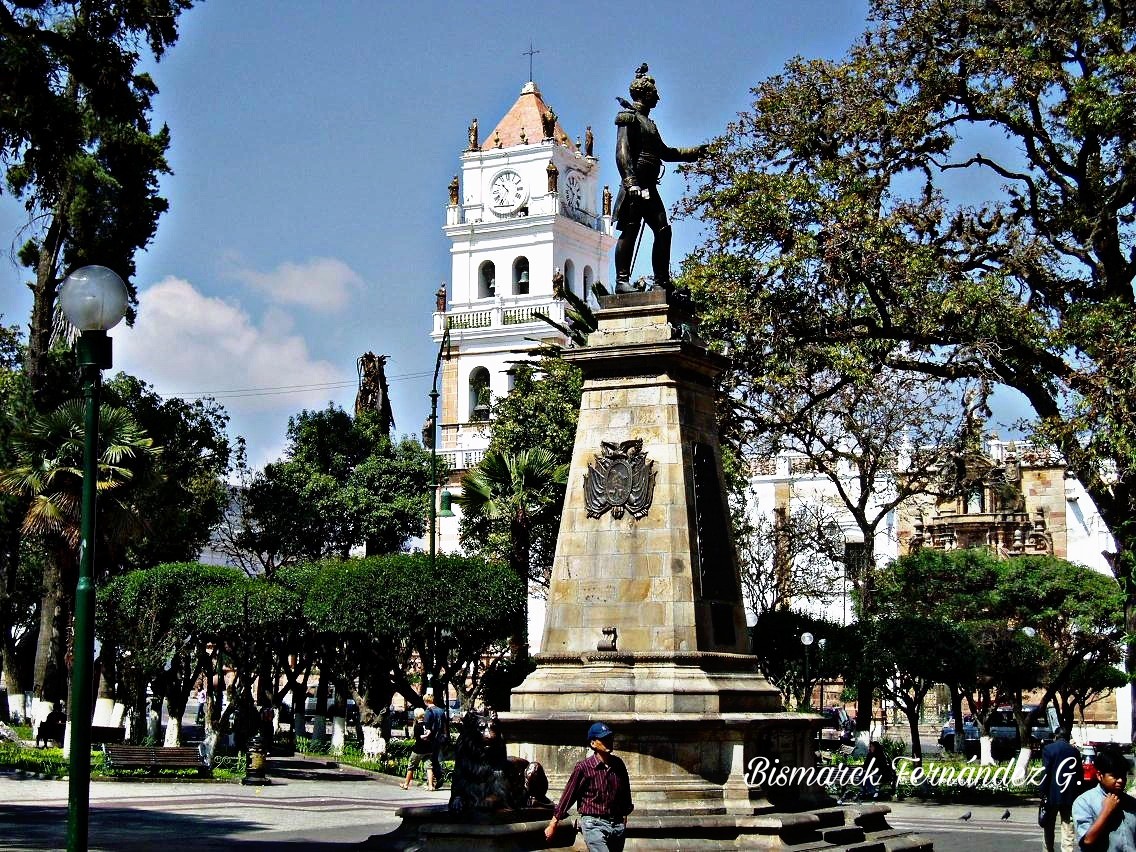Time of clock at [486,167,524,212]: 10:34
